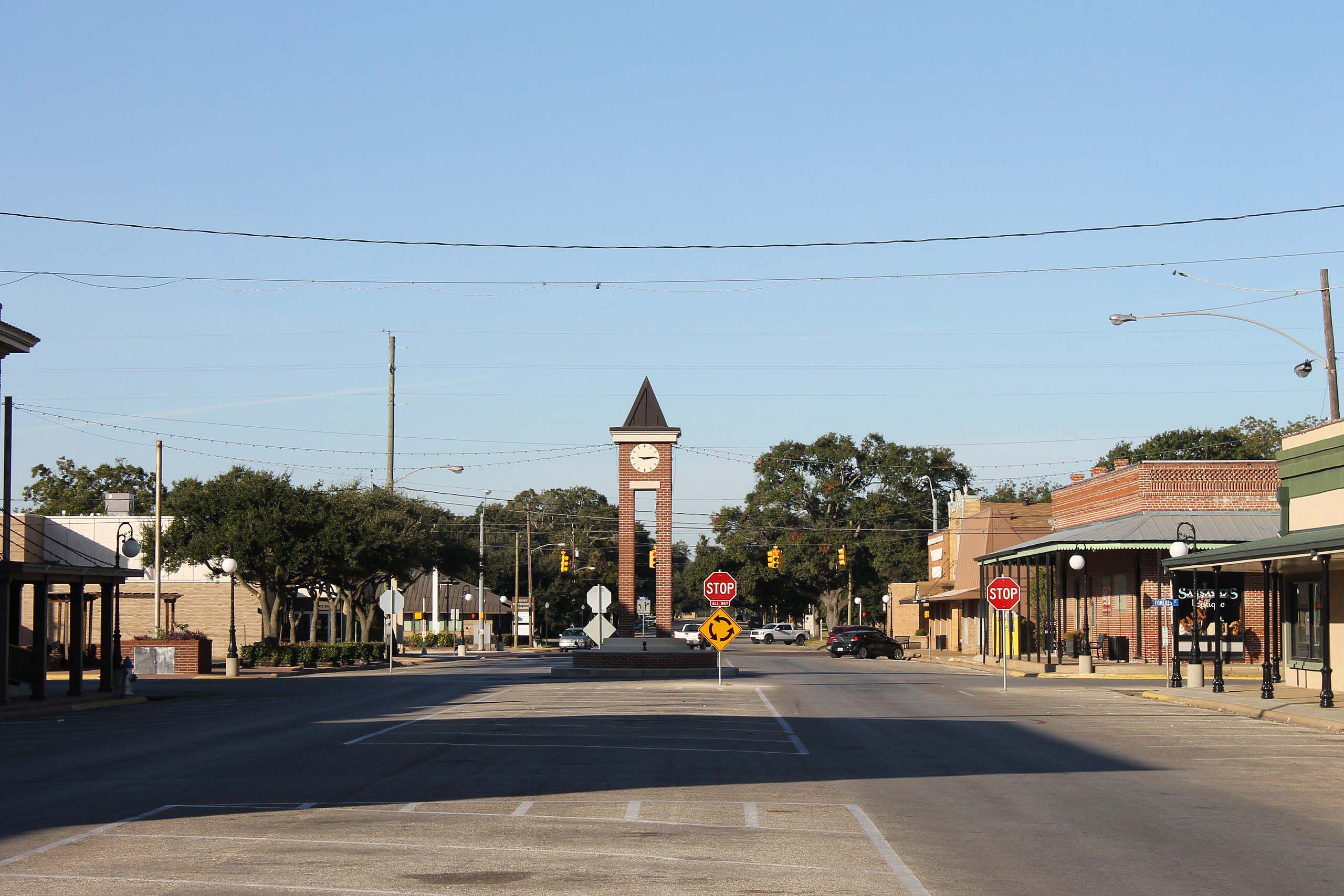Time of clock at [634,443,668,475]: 9:14
